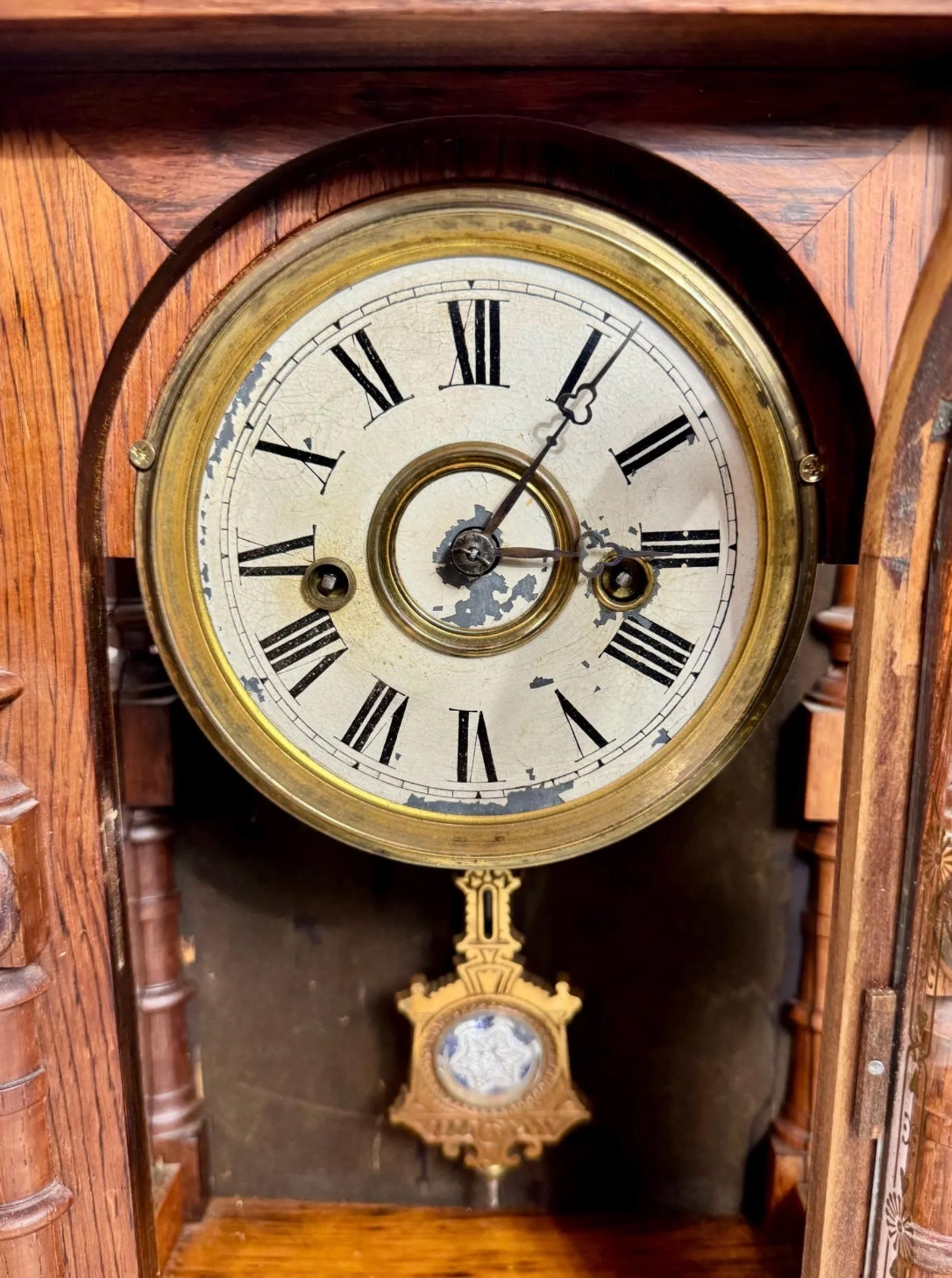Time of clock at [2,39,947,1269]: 3:05
